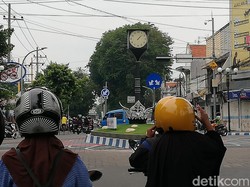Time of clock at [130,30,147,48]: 1:07
